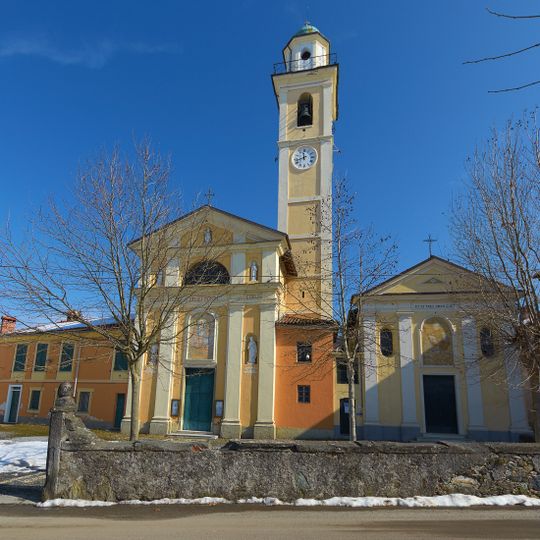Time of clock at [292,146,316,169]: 11:42
